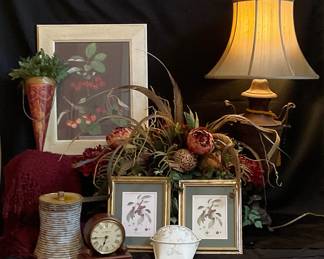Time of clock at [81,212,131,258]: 6:45
